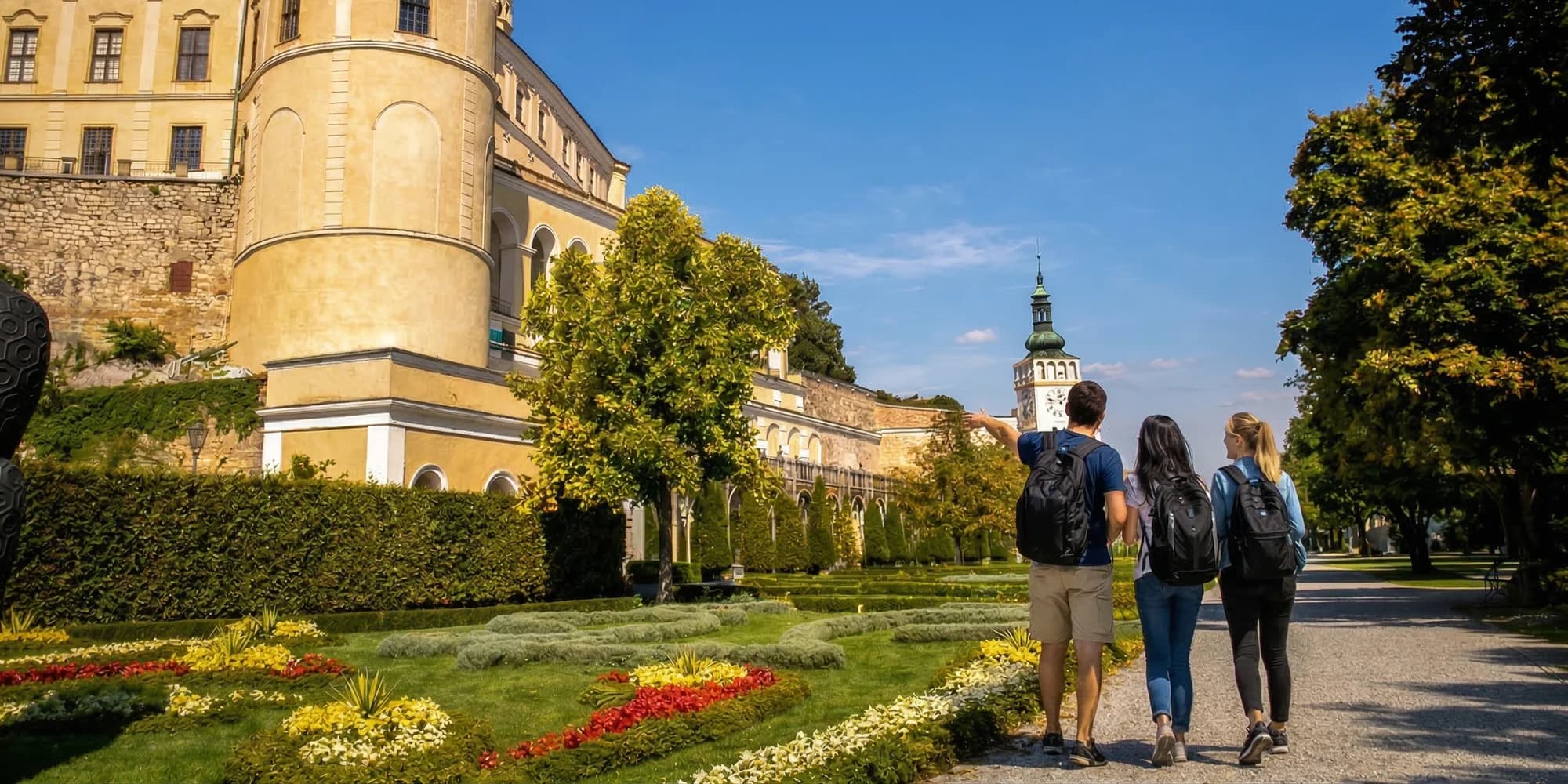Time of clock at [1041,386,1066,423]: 1:46
